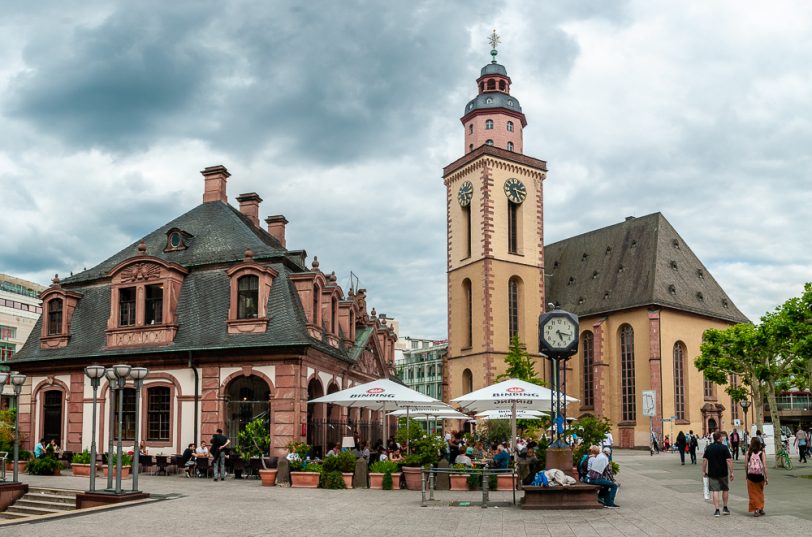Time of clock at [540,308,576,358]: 5:17
